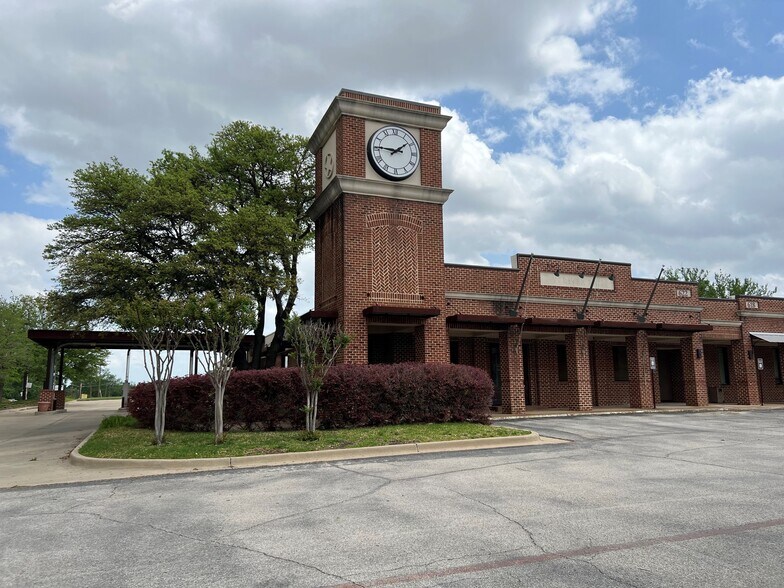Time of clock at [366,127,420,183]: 1:46
